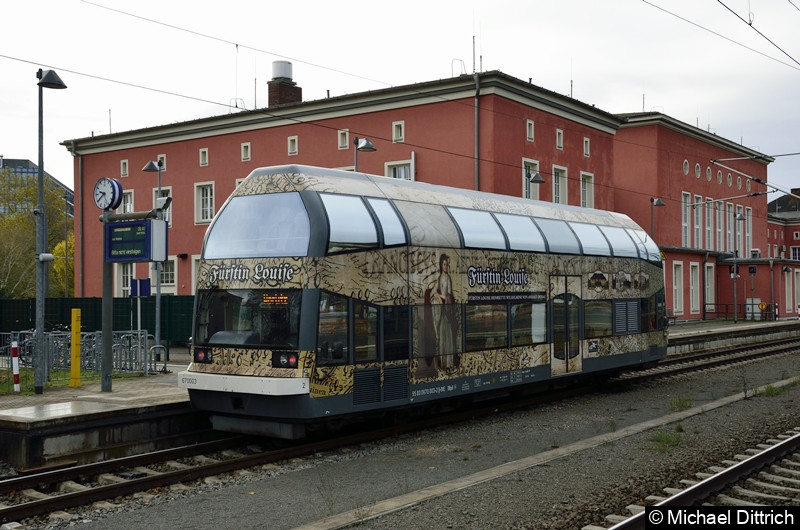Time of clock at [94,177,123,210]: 9:39
